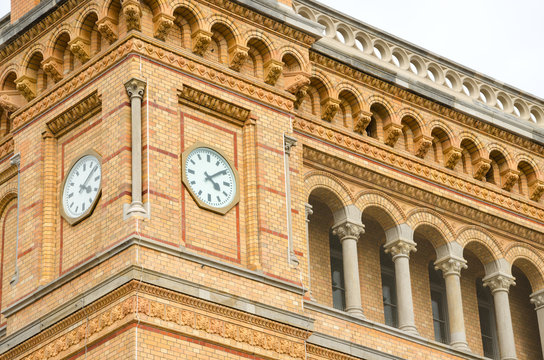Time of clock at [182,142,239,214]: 4:09
